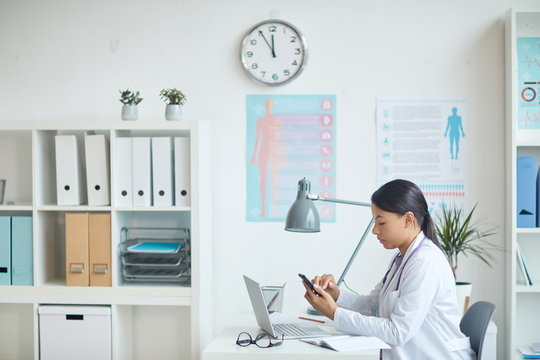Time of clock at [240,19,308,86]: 11:55
